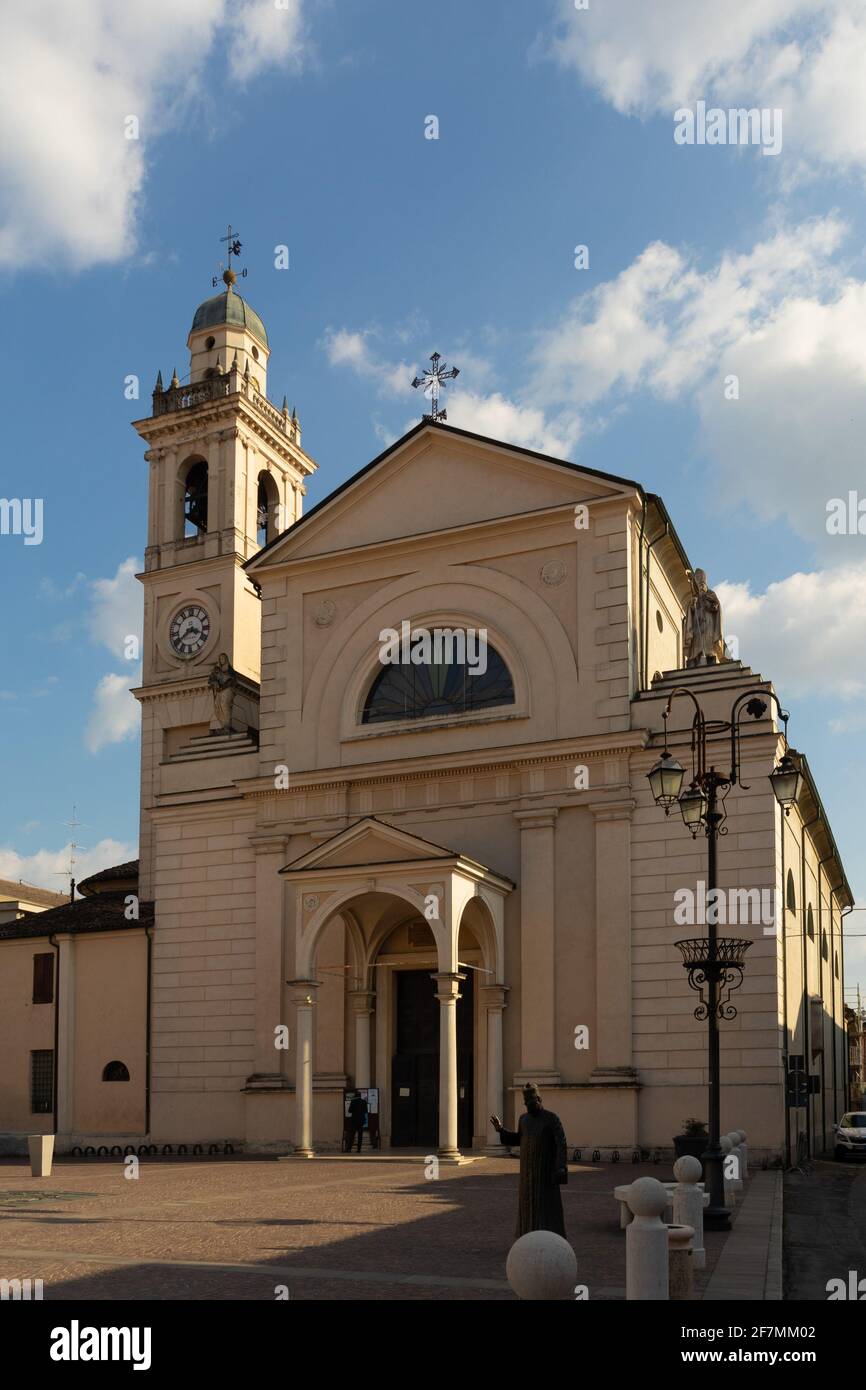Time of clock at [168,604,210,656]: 3:39
